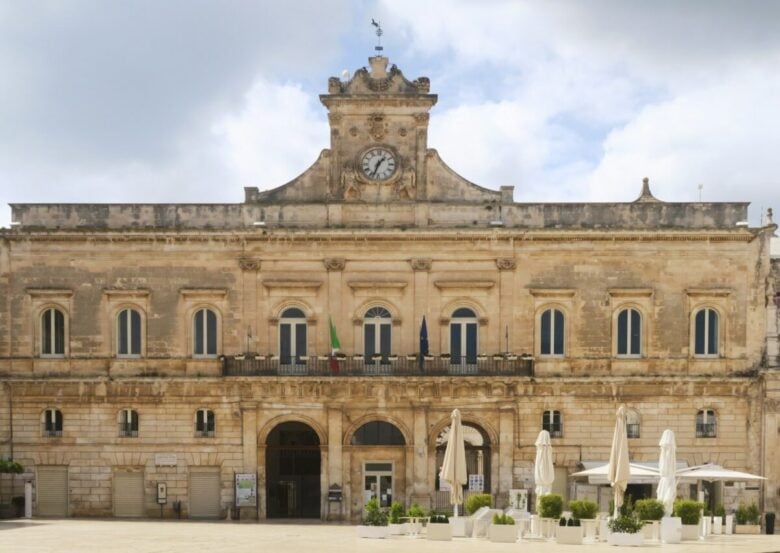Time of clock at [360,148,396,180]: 1:33
